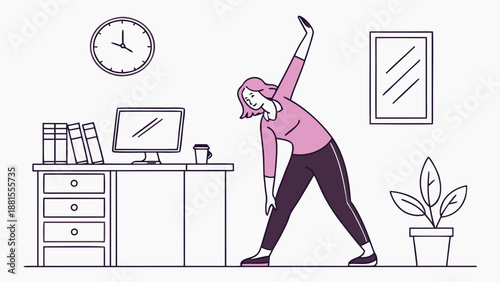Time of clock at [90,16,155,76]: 4:00
